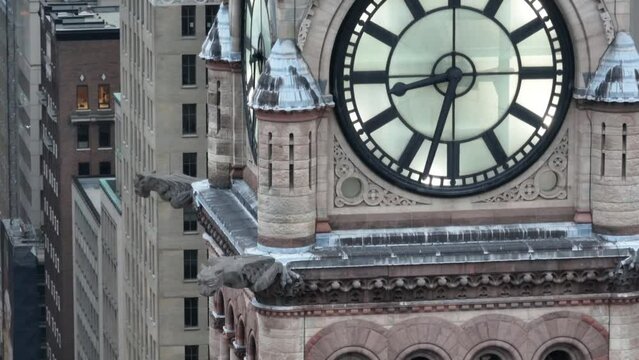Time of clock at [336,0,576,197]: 8:32
